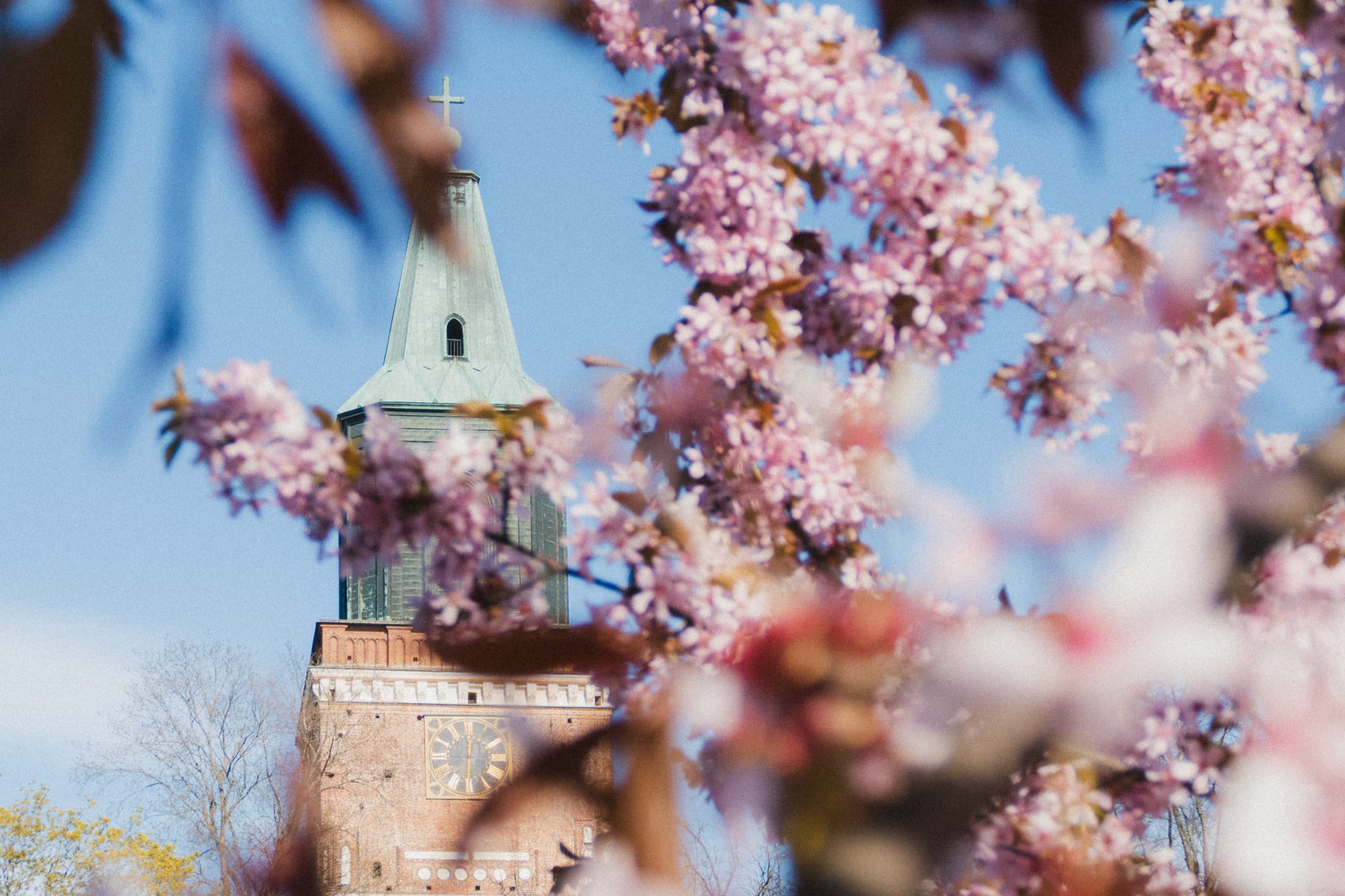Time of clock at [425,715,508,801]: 6:00
